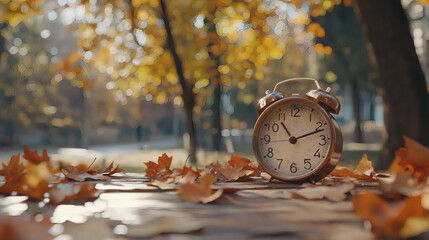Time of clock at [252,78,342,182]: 11:11
